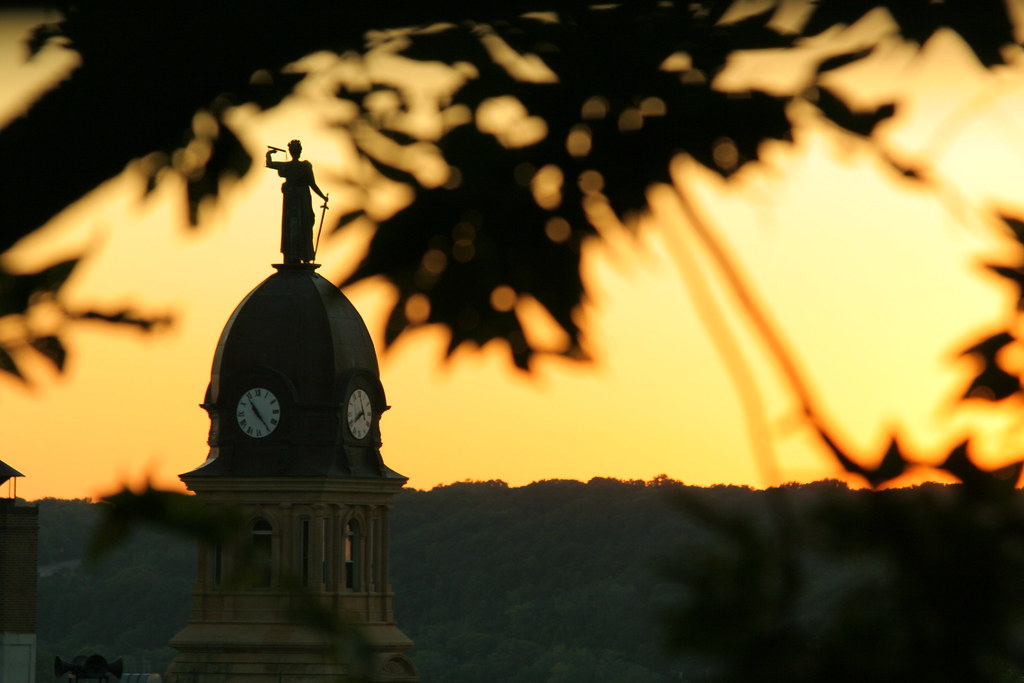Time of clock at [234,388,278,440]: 4:54
